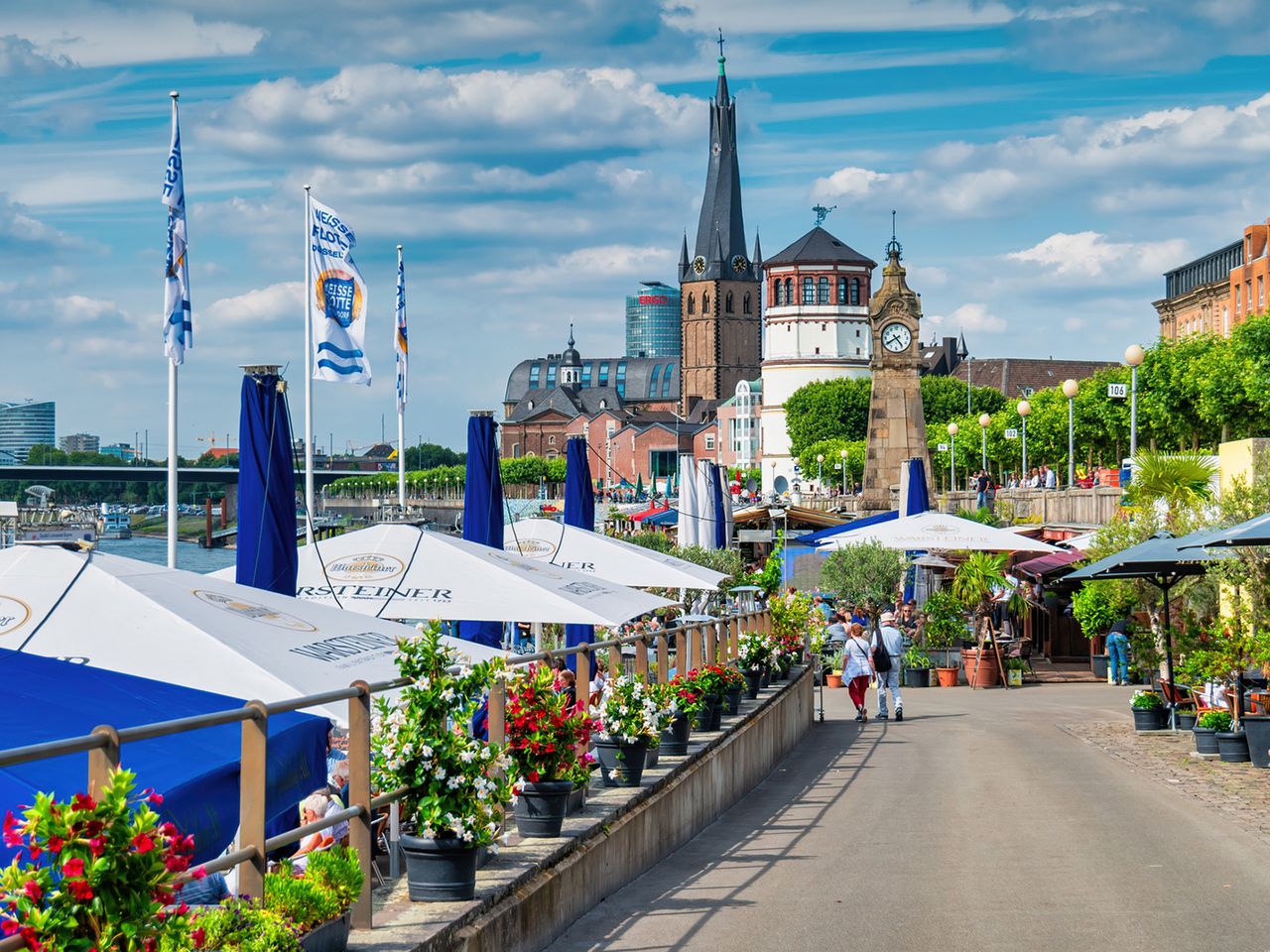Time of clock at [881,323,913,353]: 4:40
